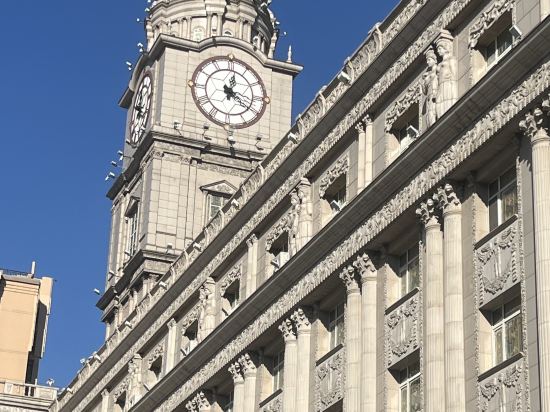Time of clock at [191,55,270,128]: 12:21
